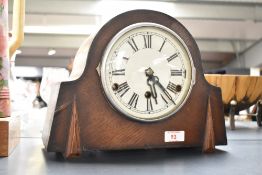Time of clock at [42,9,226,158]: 5:22
